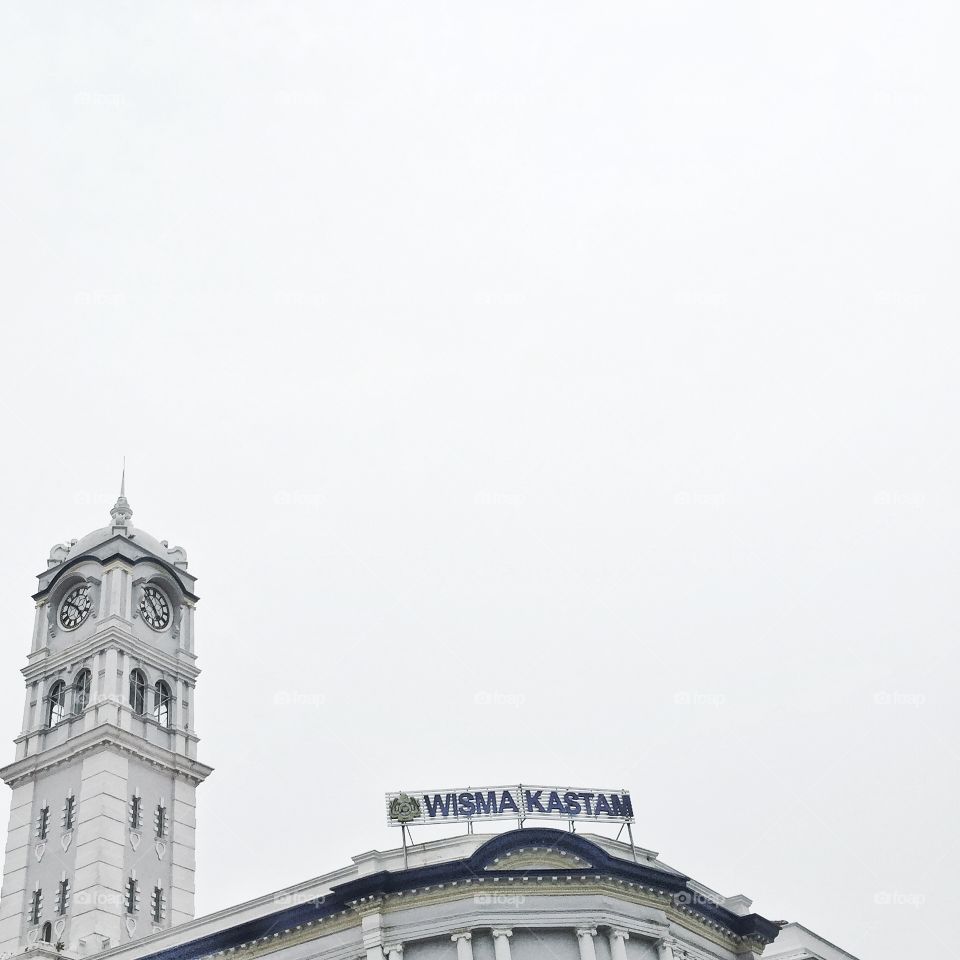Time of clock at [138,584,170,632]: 4:52
